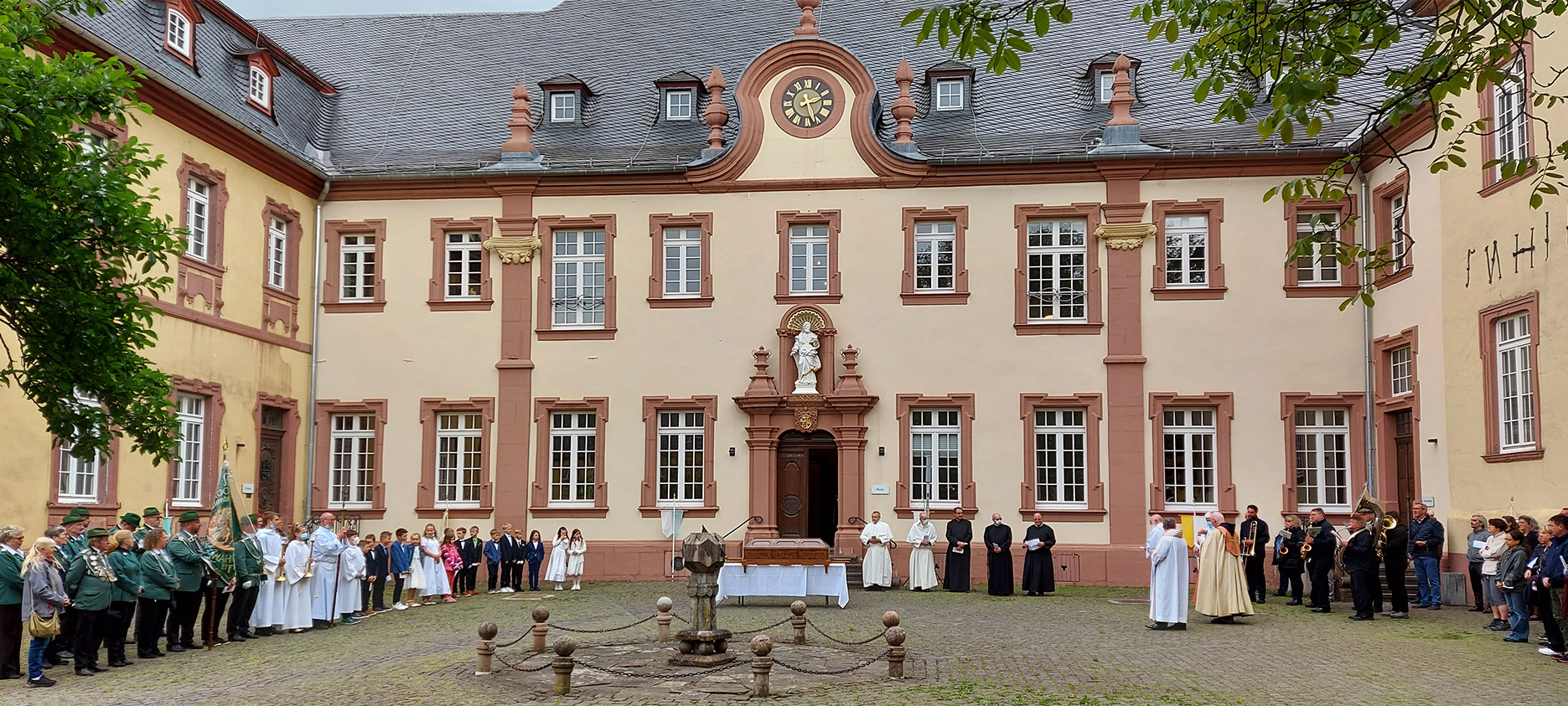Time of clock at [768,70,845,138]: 2:27
